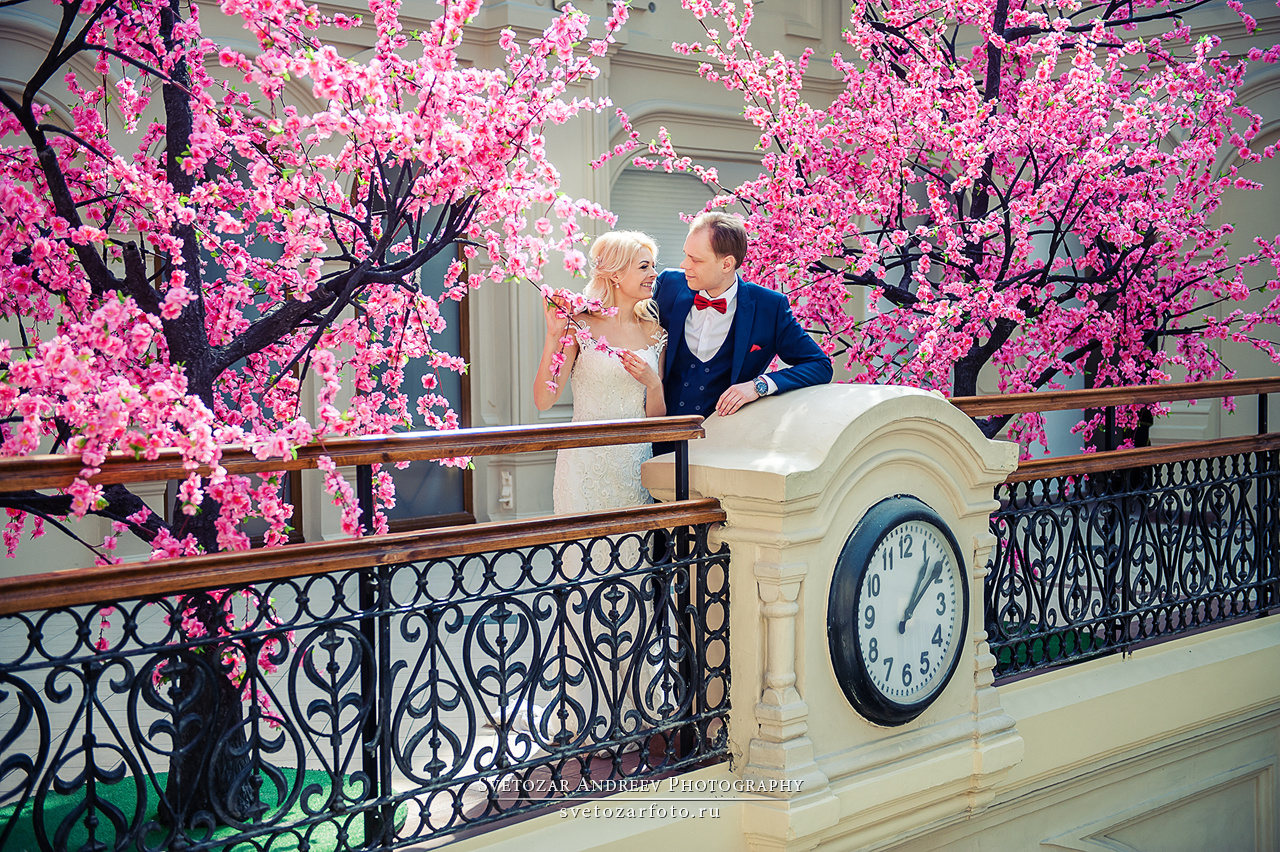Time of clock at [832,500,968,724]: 1:08
